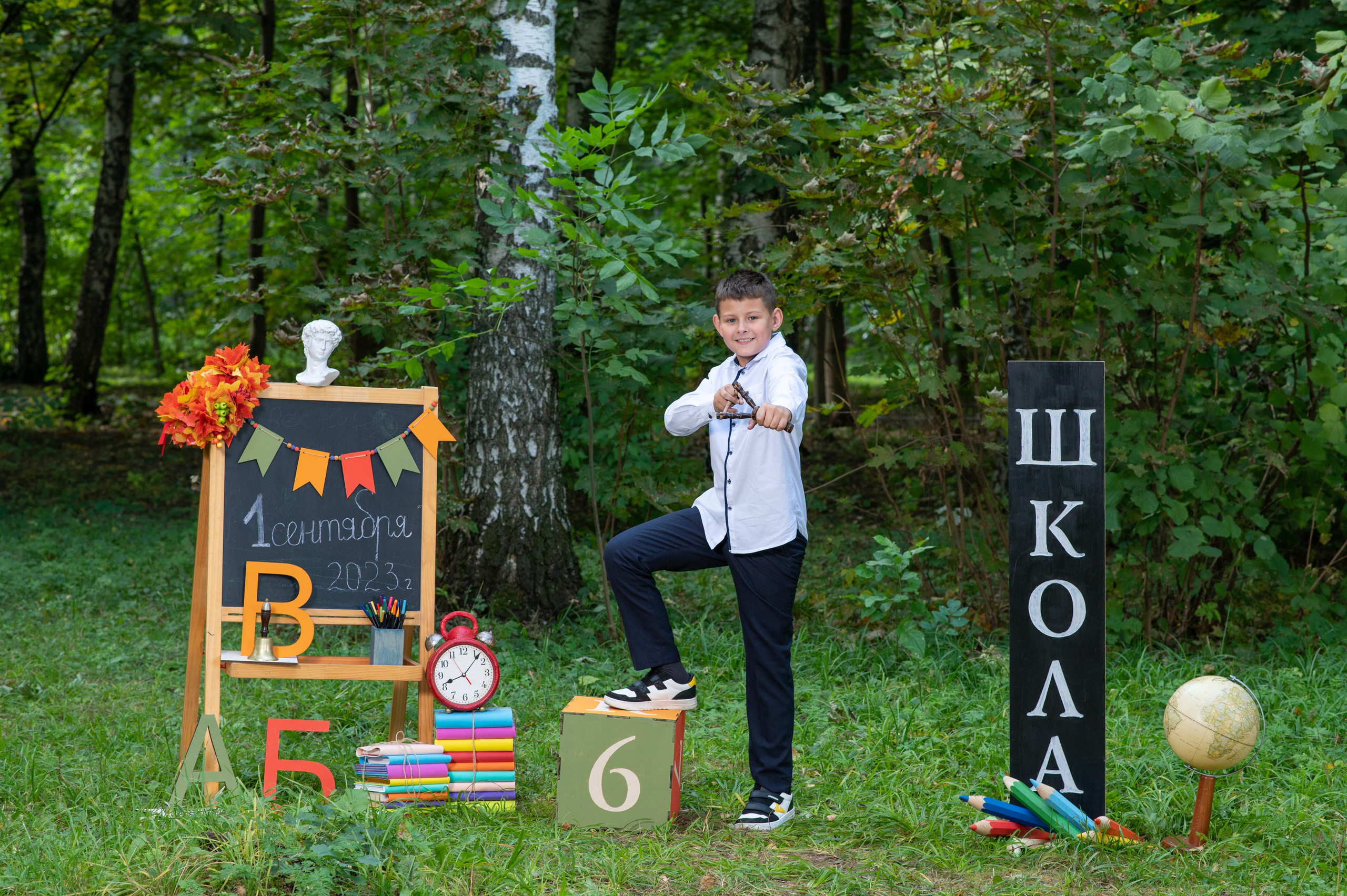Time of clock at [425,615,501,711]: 8:06
